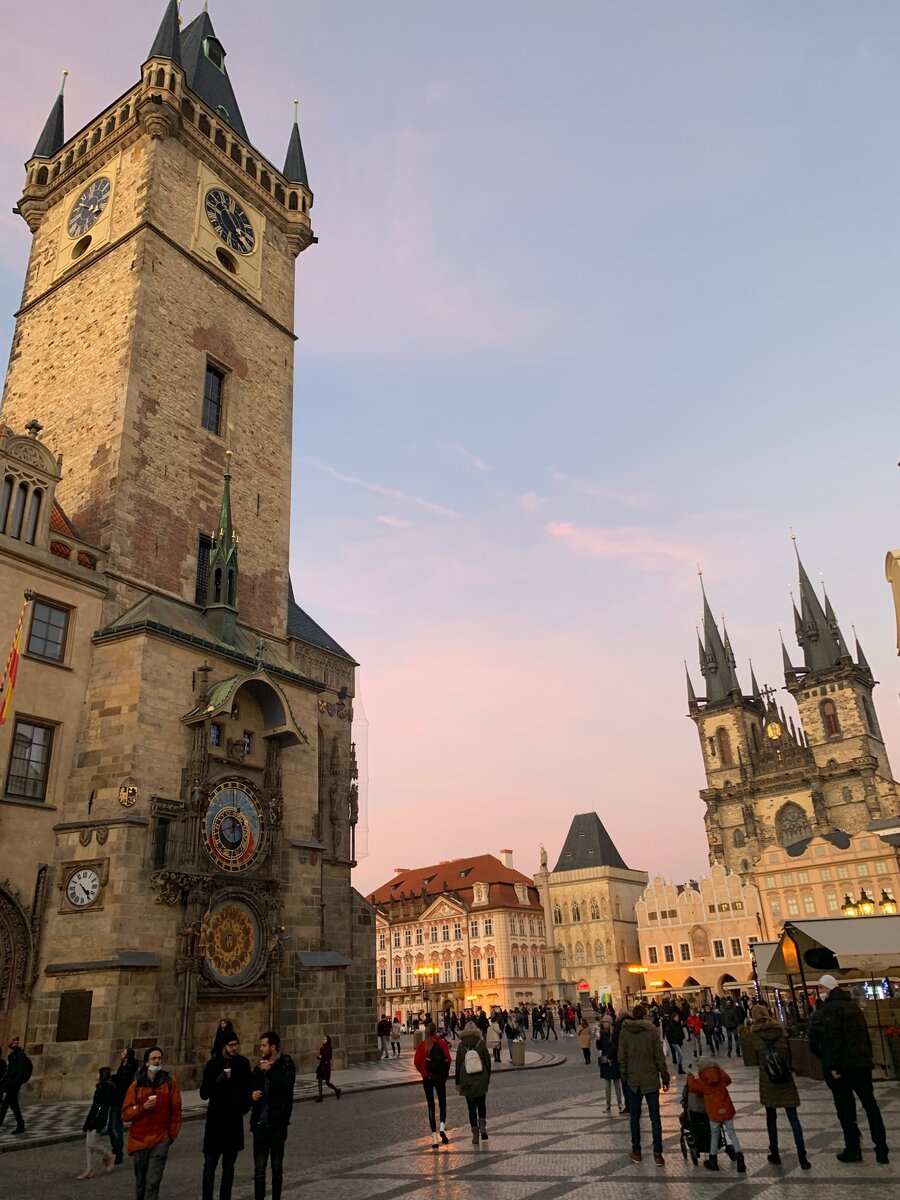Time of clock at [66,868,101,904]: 4:23
